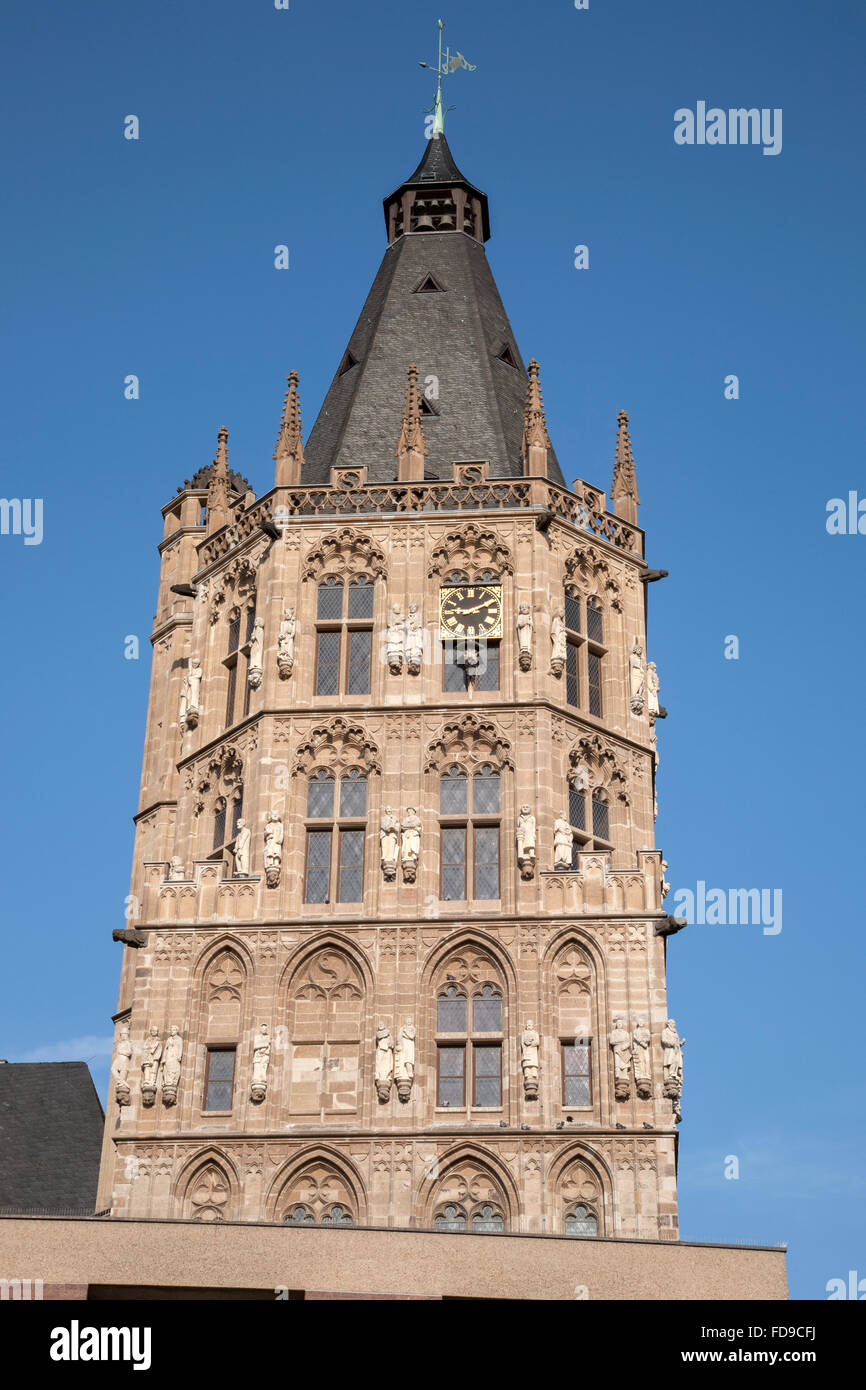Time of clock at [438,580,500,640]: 9:10
